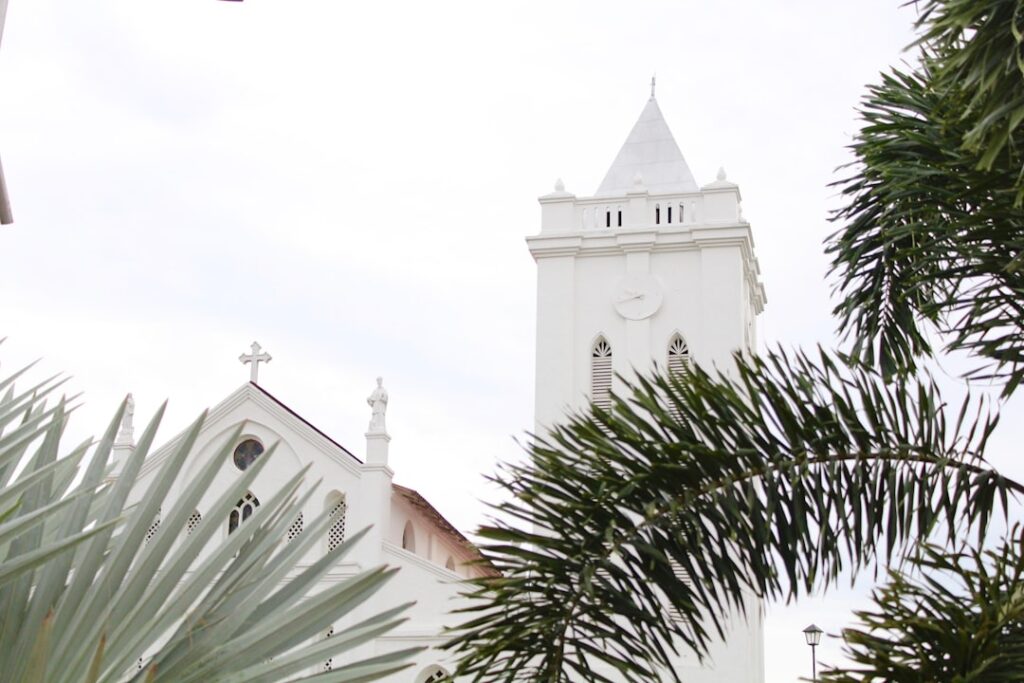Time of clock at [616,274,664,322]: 9:42
